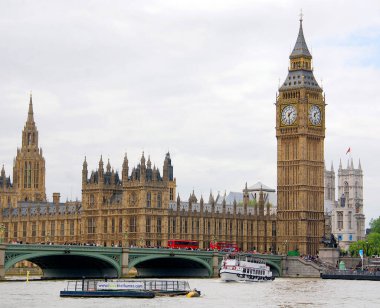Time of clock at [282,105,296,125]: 1:29
